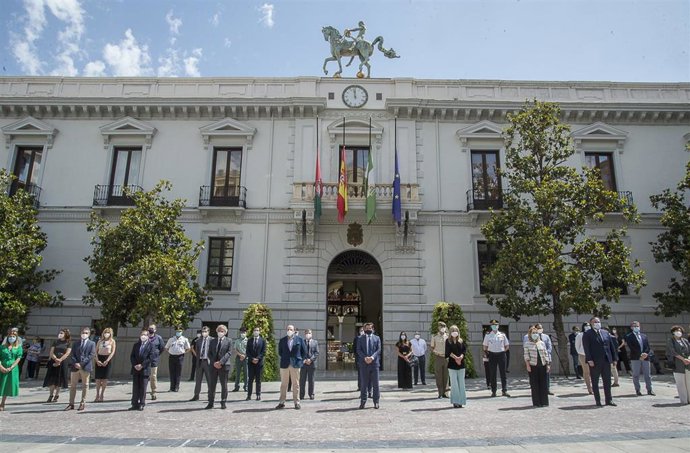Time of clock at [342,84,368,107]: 11:58
